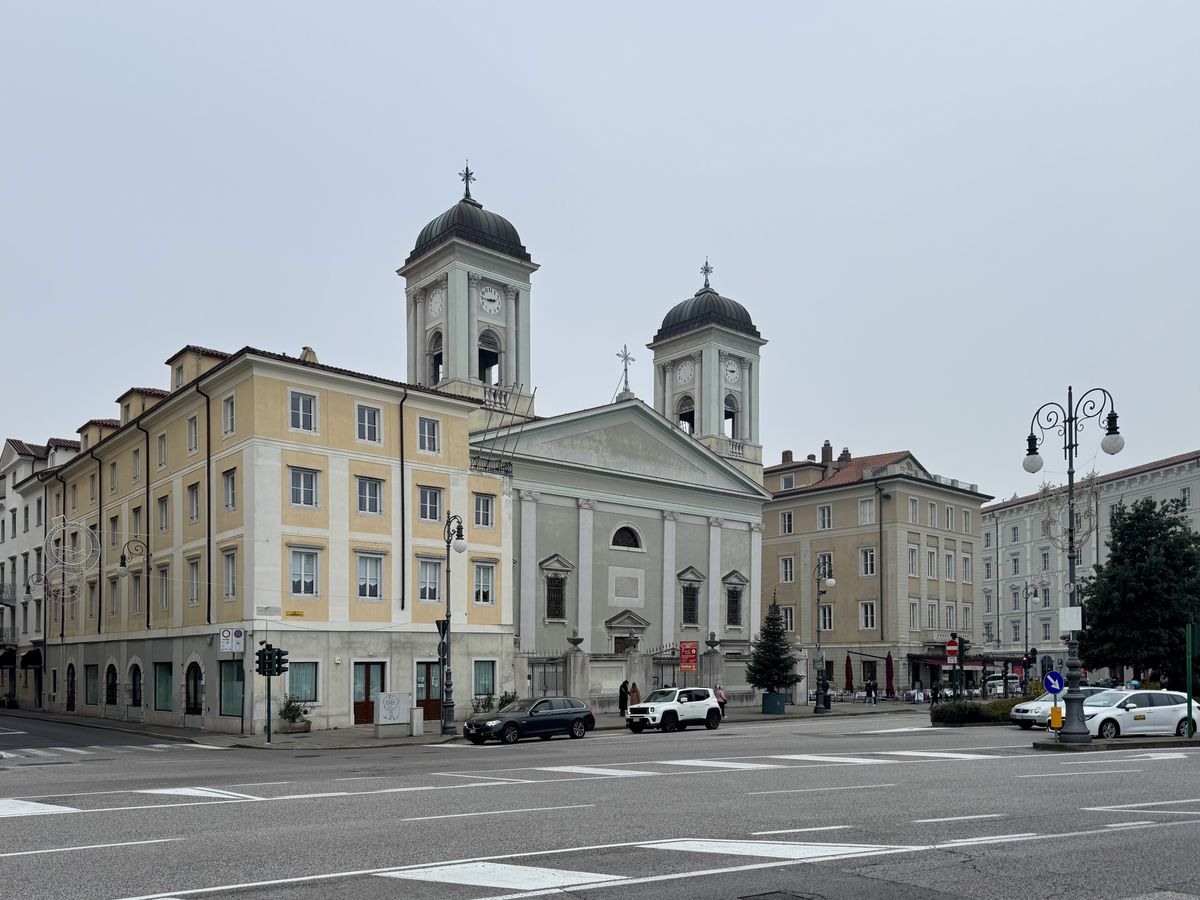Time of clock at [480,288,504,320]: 2:45
